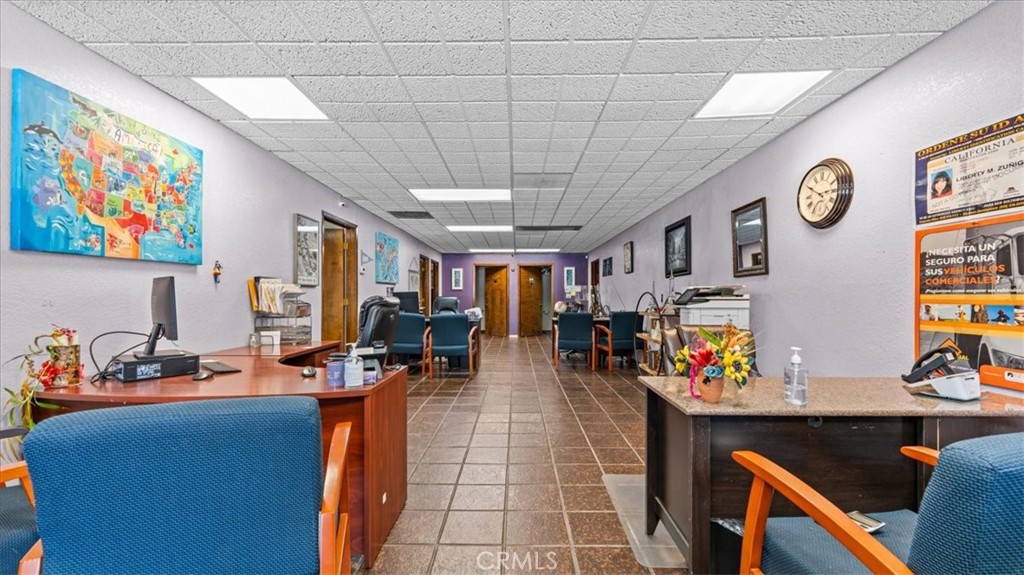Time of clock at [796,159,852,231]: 2:49
